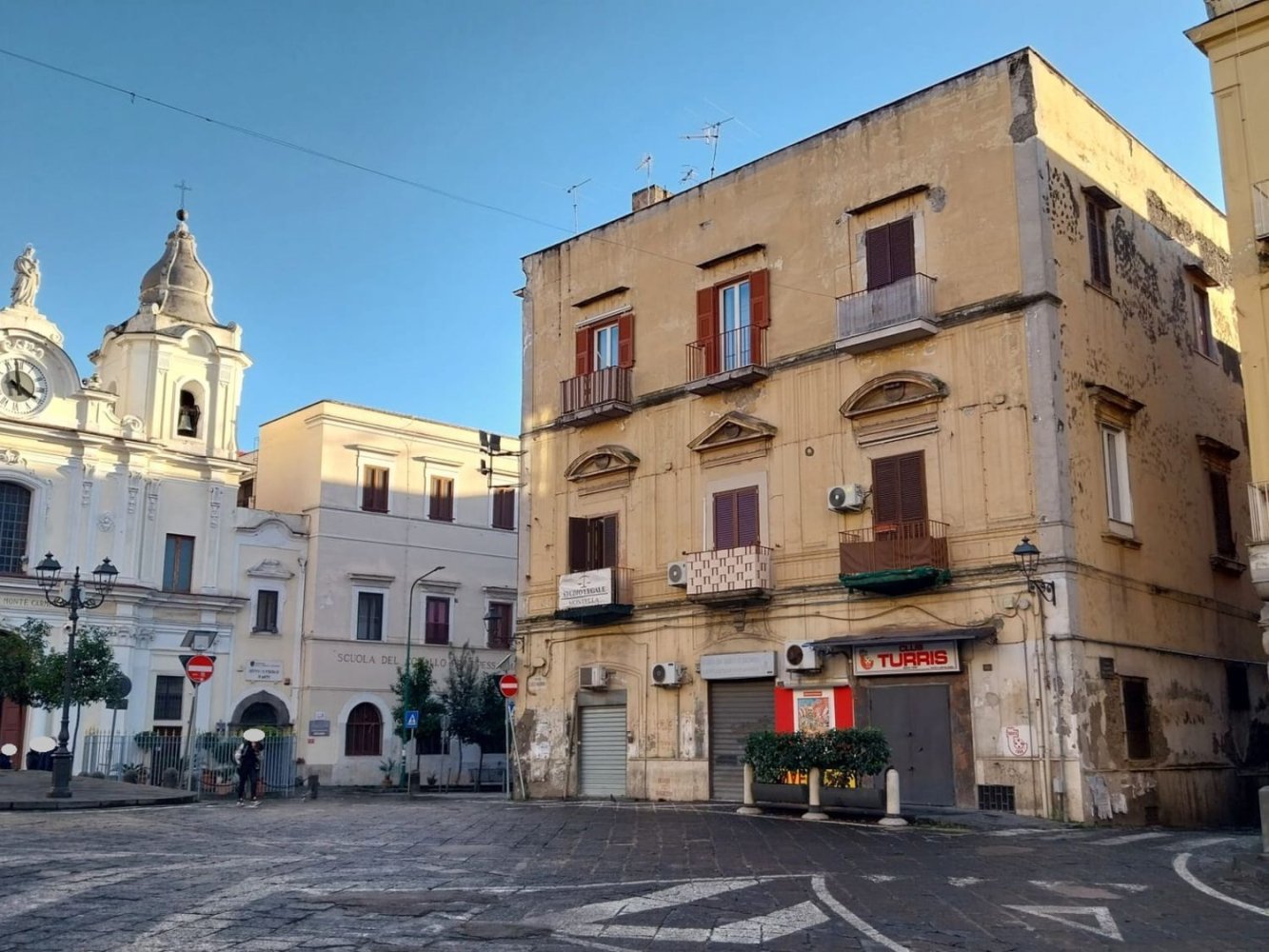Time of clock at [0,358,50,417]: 3:58
